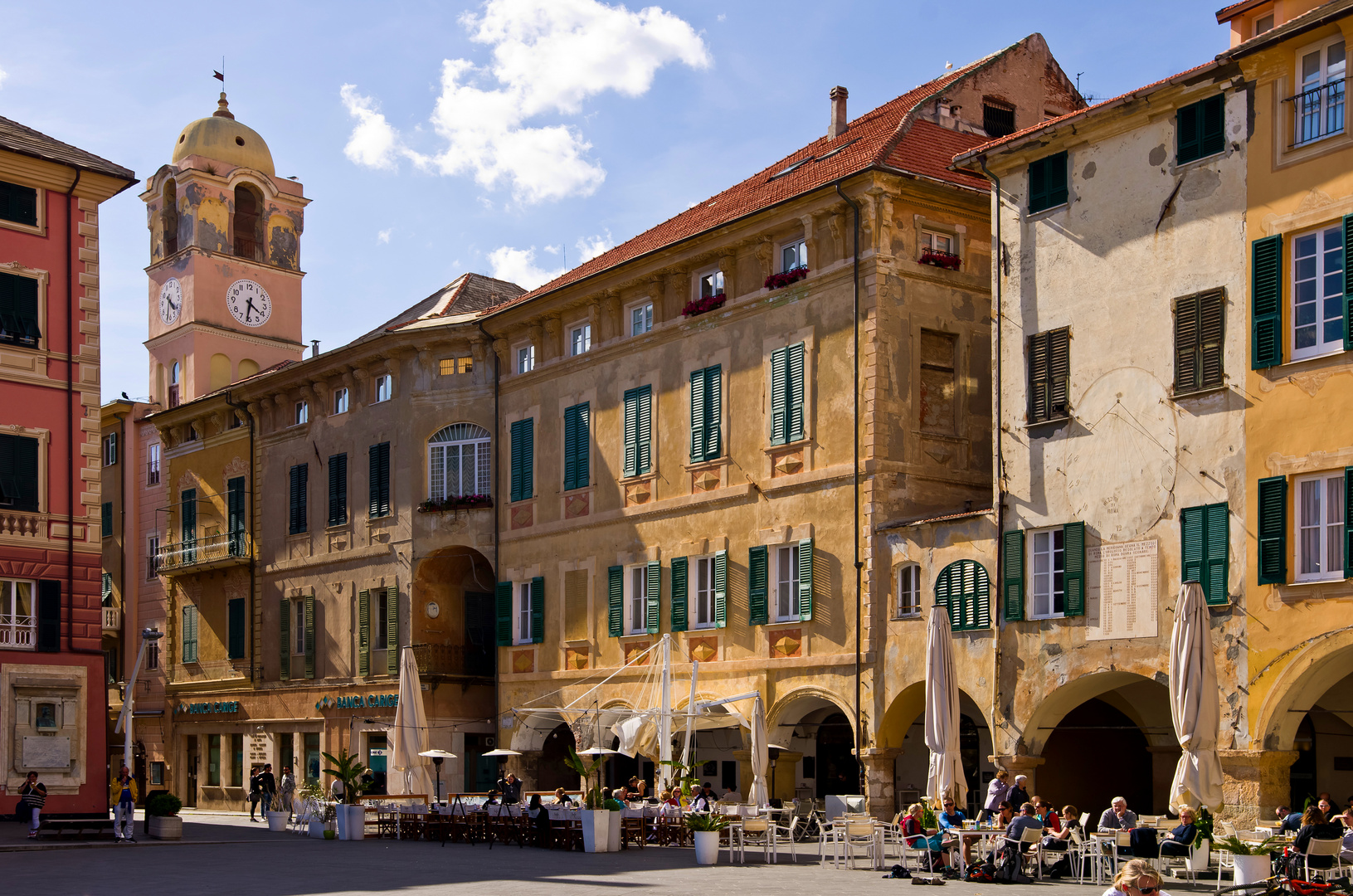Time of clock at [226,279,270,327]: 4:31
